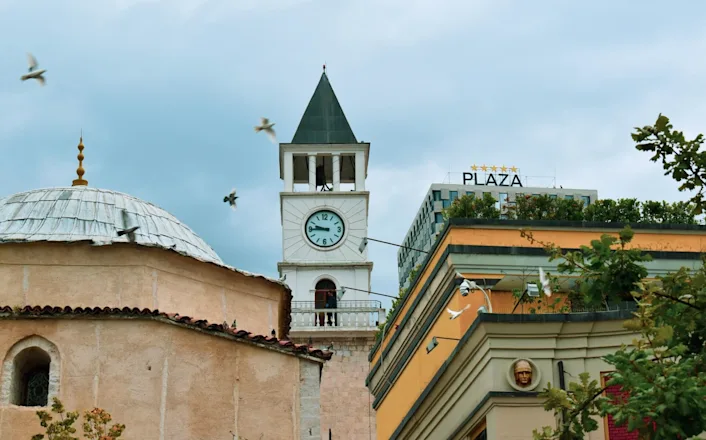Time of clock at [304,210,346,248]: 9:44
